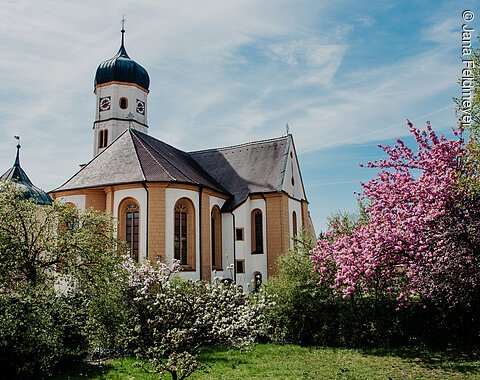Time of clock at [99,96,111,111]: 2:40
